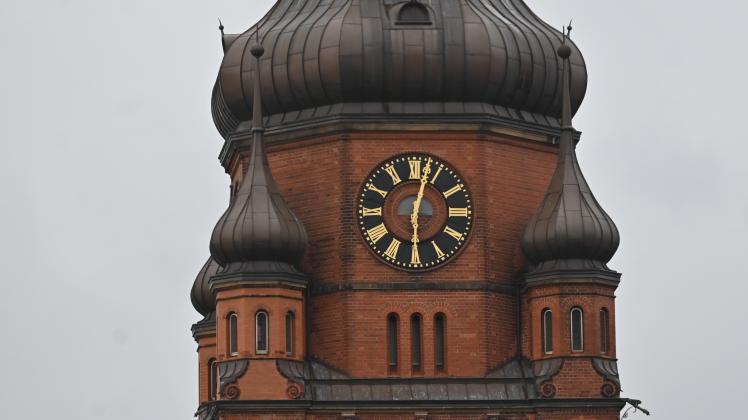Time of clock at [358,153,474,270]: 6:02
